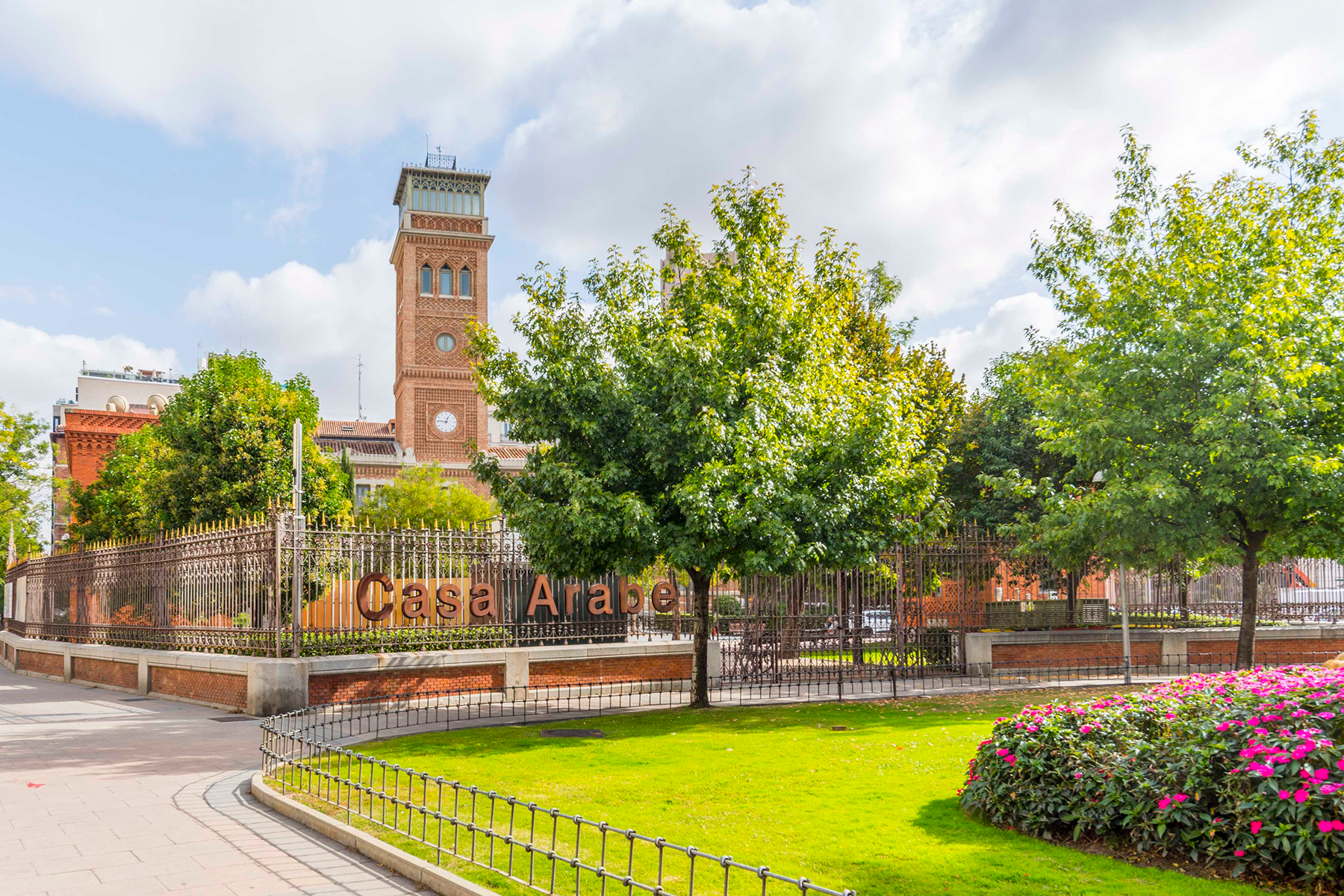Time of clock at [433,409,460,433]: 12:46
